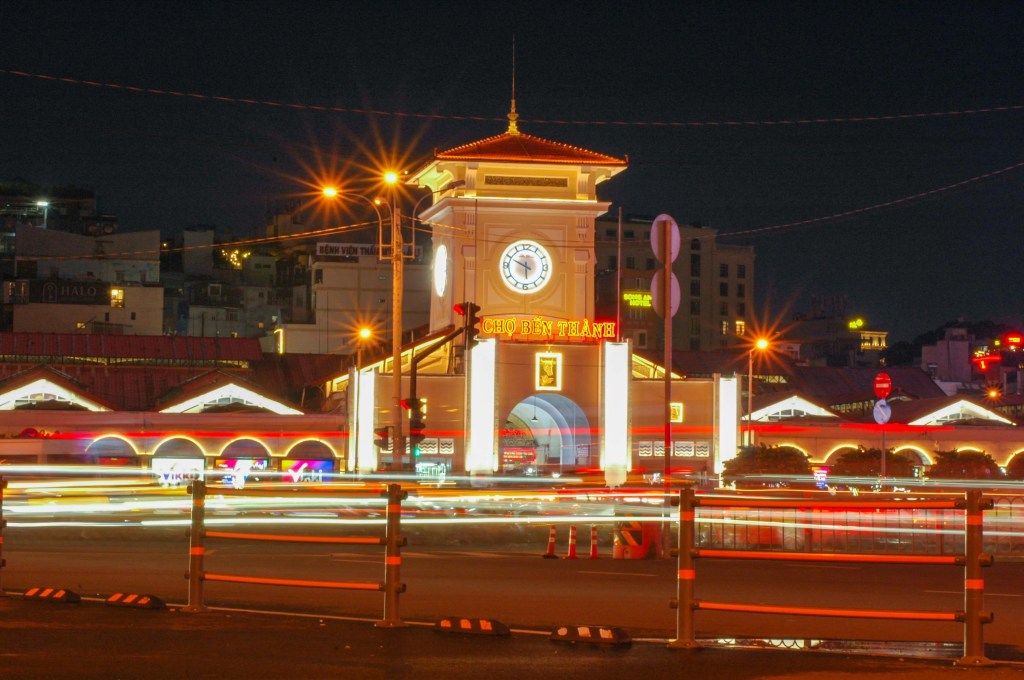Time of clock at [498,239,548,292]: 5:49
